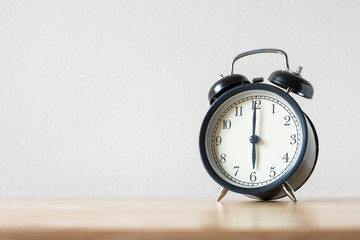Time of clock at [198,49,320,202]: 6:00
